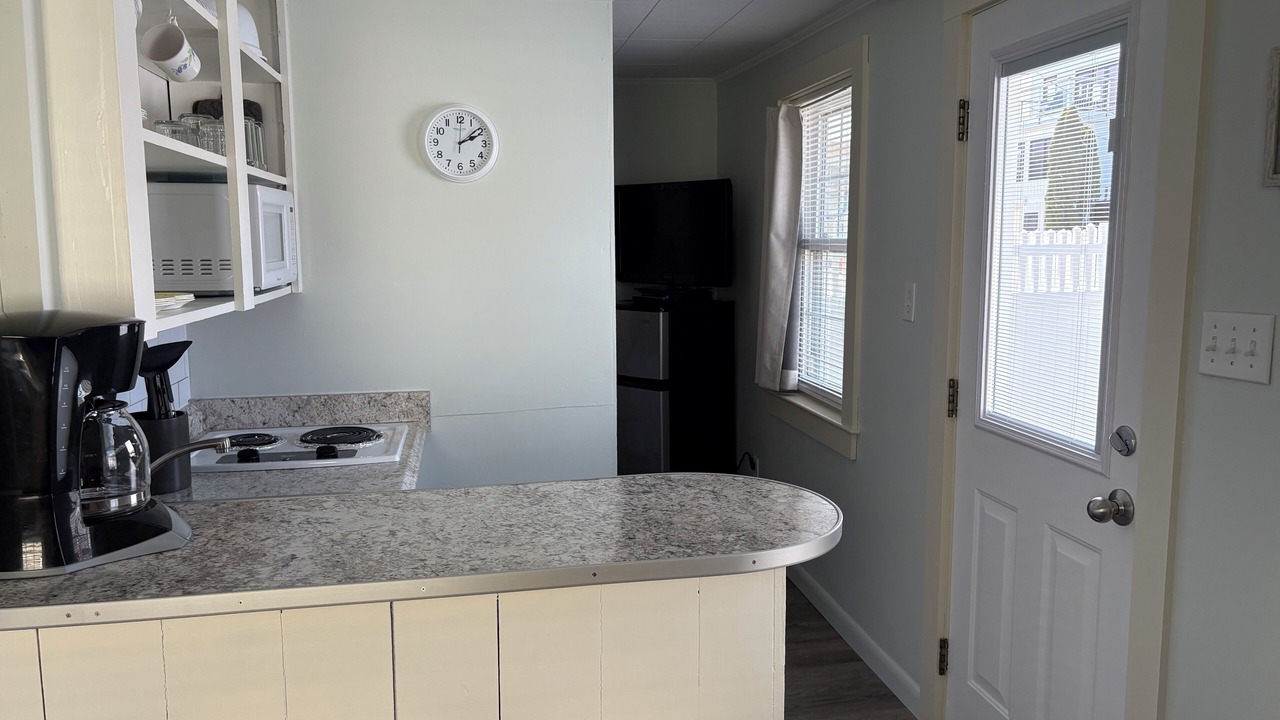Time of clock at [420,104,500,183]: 2:08
